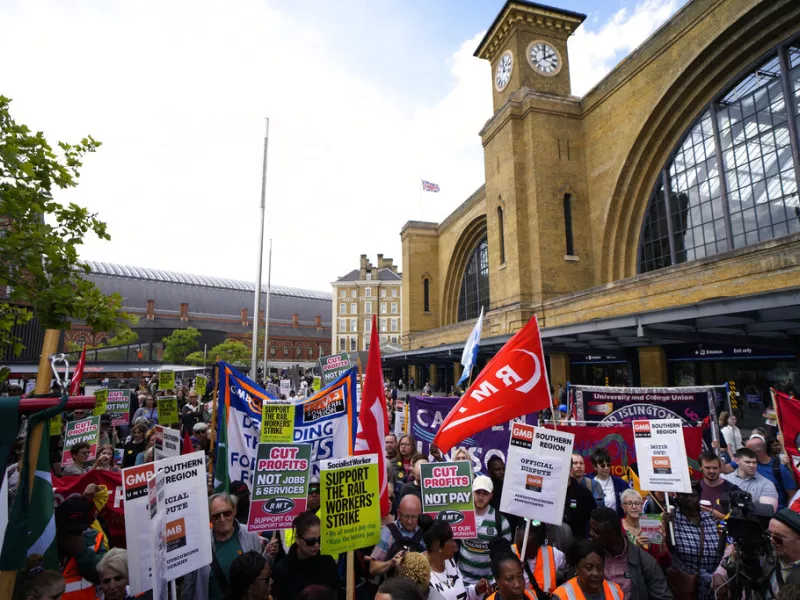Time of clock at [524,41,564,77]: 2:00
